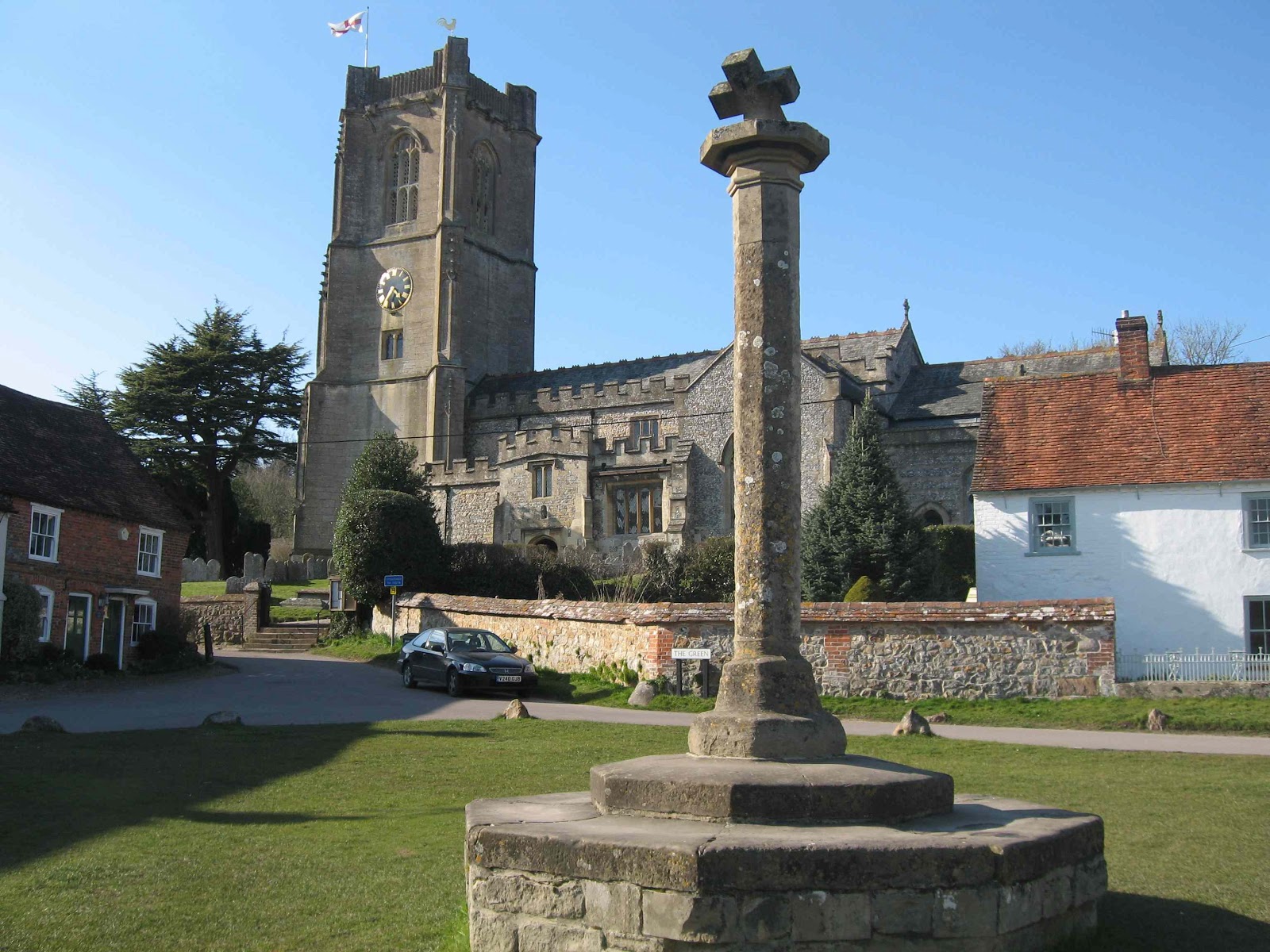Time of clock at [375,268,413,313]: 4:35
